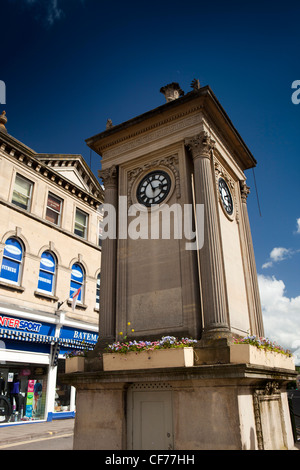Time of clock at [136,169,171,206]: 2:56
